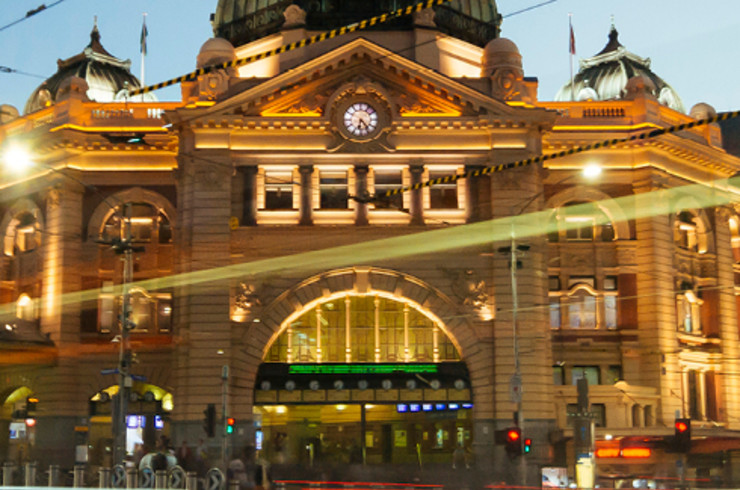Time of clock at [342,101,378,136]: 6:23
